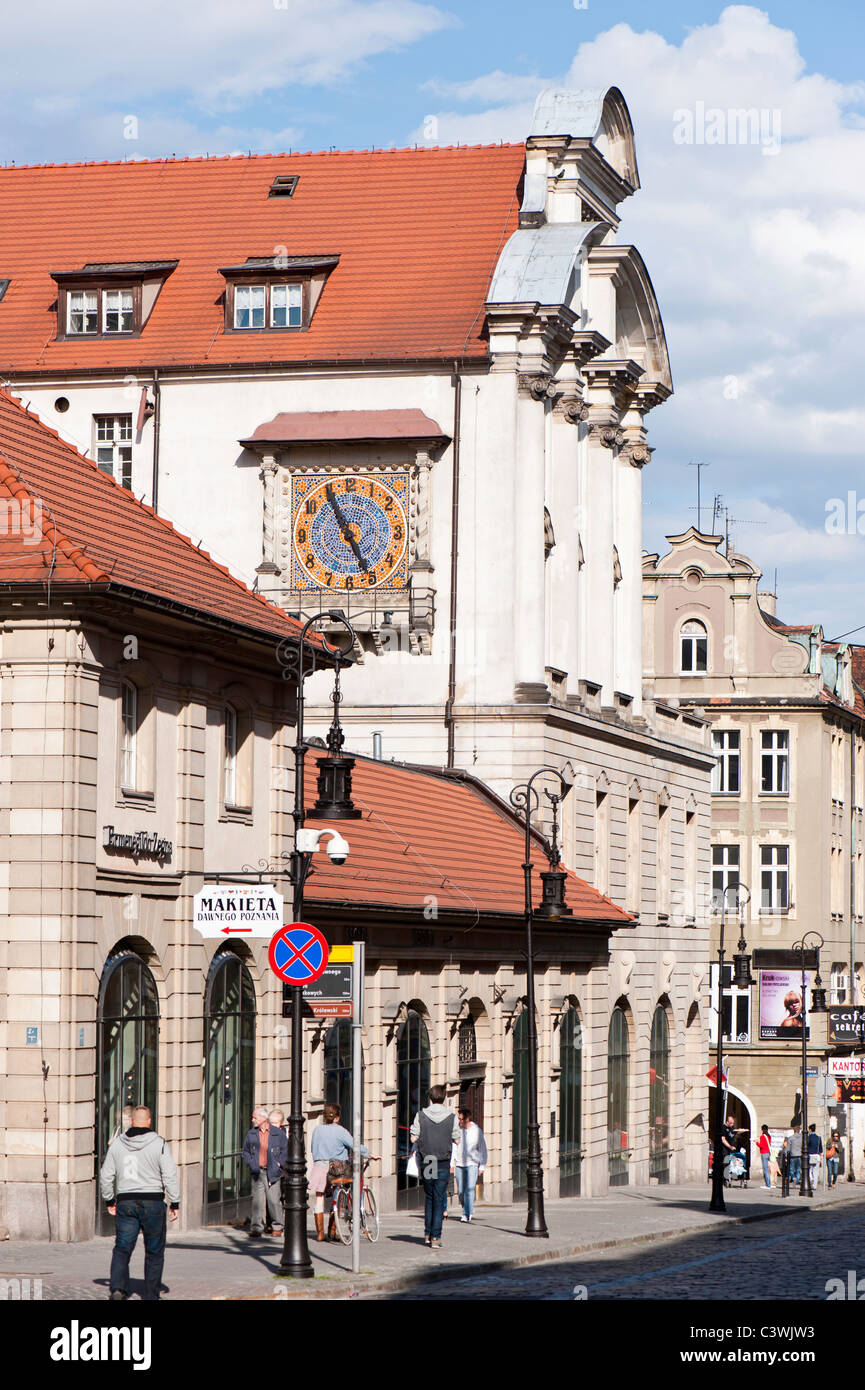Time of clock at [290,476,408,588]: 4:55
